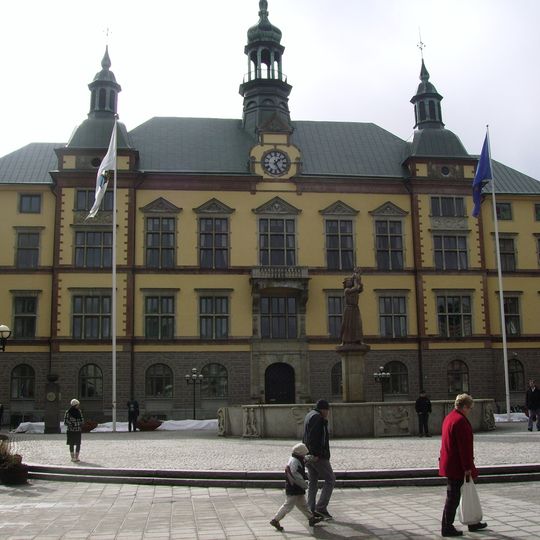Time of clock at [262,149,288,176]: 1:25
